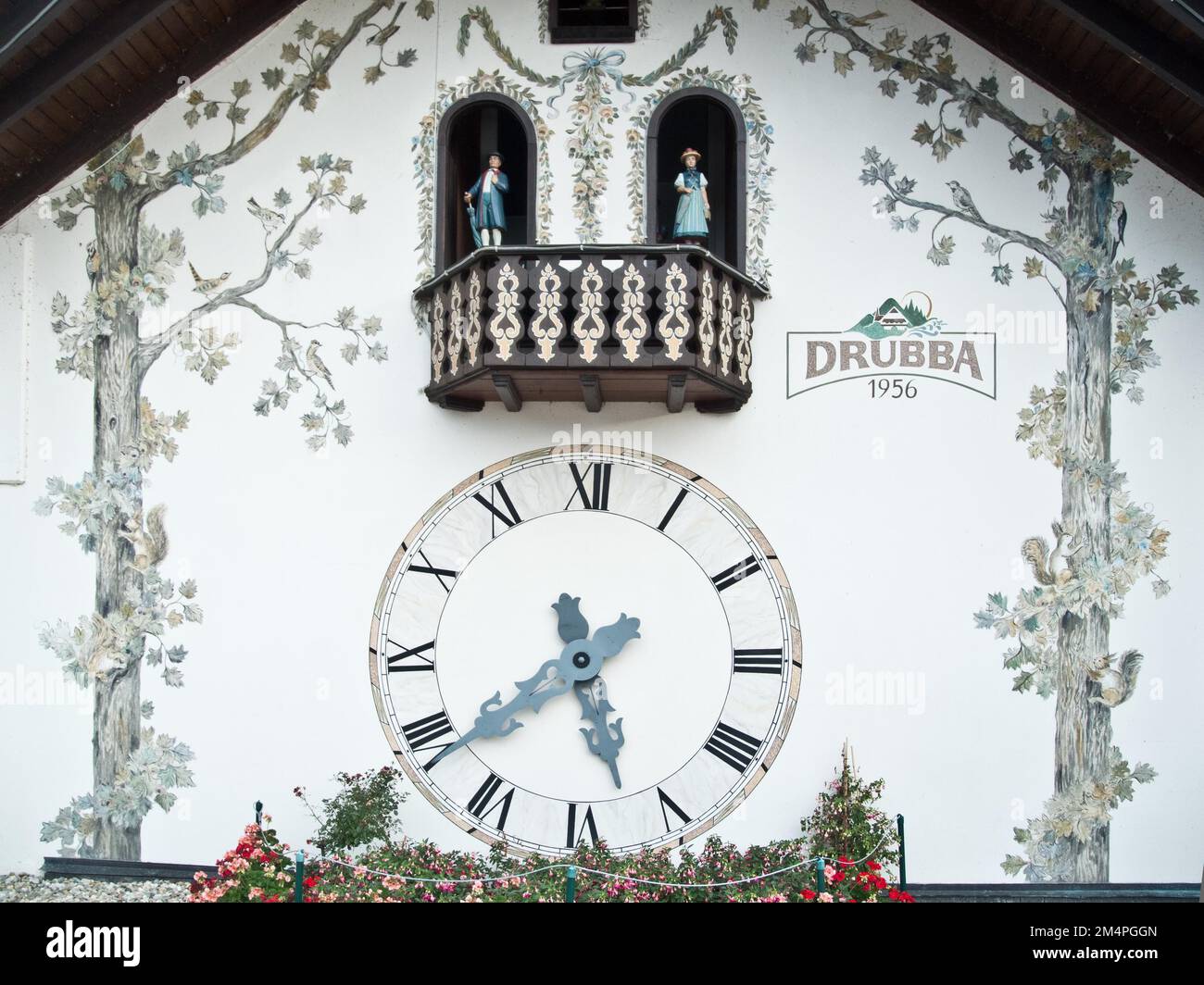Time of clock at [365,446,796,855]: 5:38
